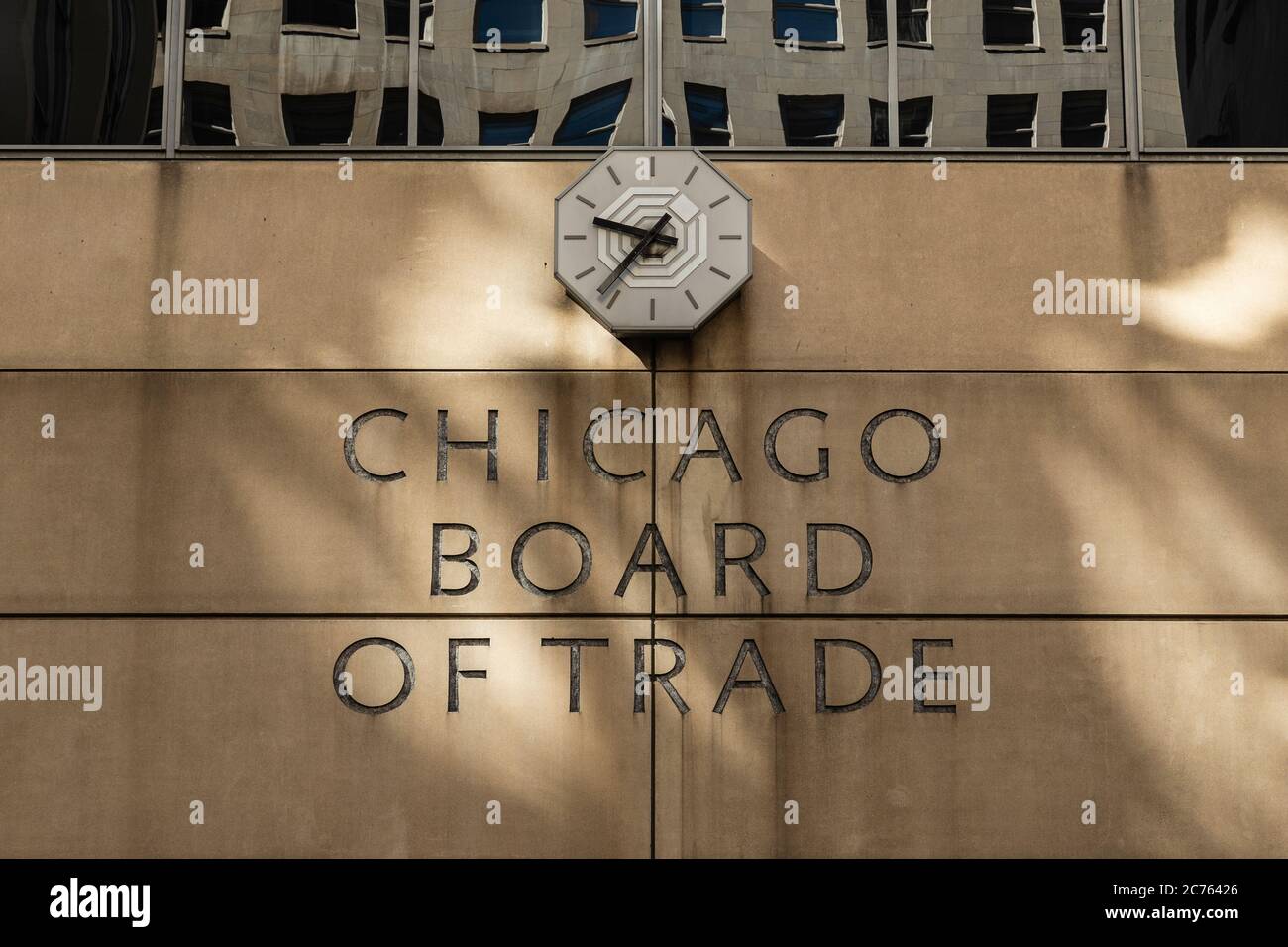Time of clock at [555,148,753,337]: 9:36
